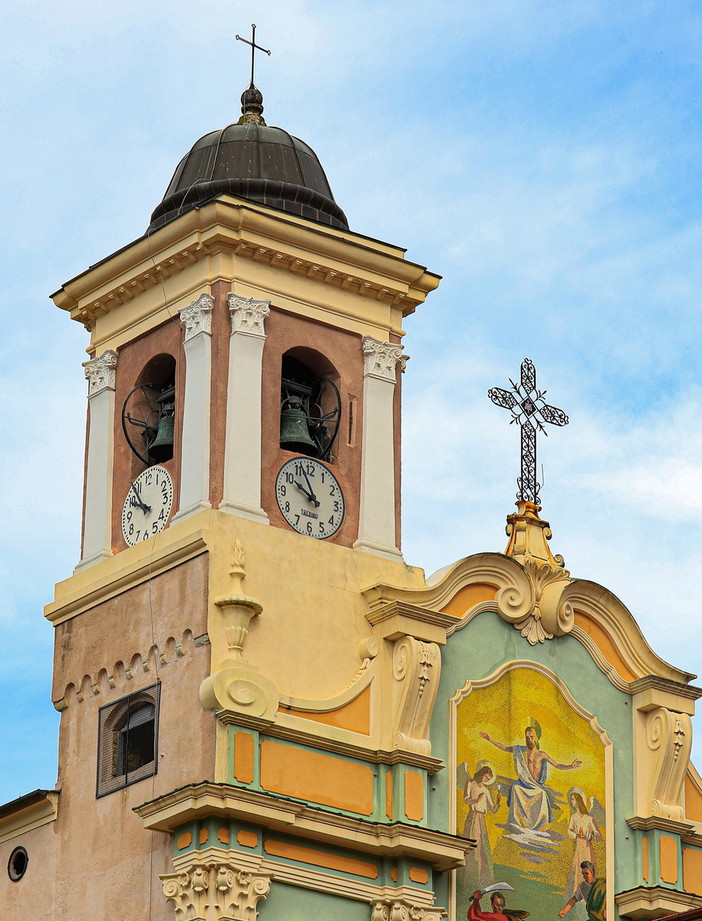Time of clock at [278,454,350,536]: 9:56
